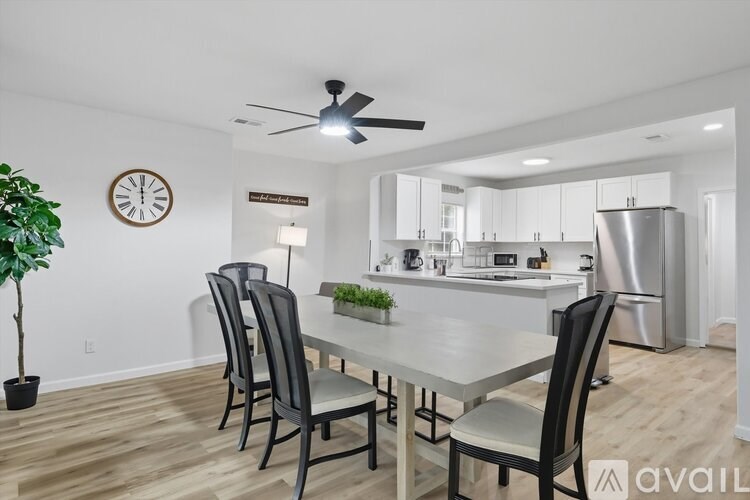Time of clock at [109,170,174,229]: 11:59
